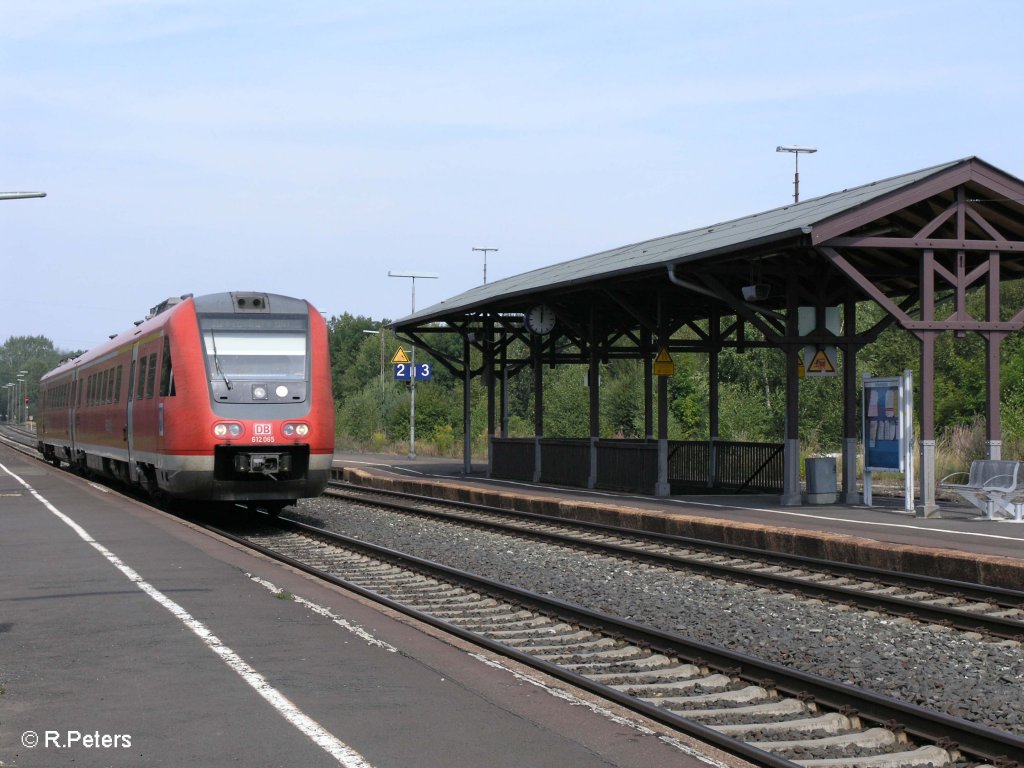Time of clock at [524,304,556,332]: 12:01
